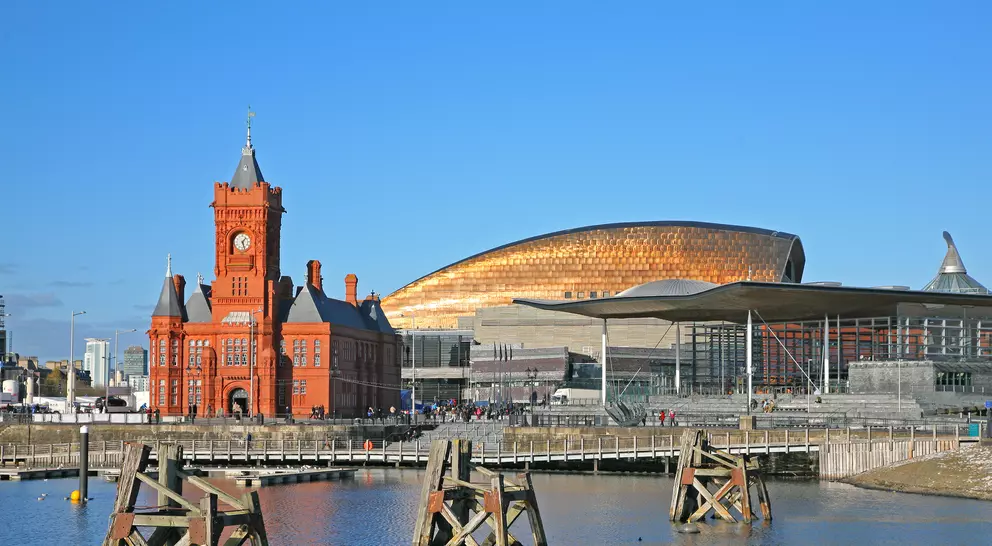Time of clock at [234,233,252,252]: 1:27
